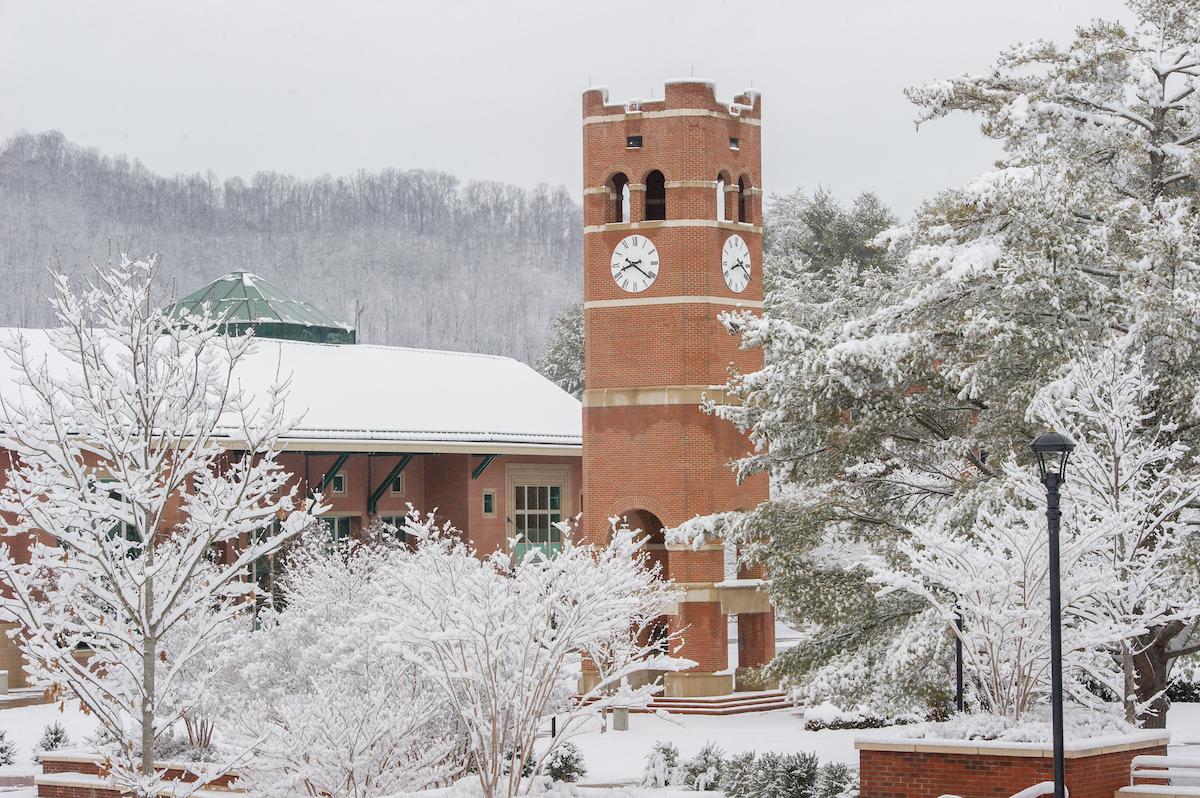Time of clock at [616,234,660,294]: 8:21
